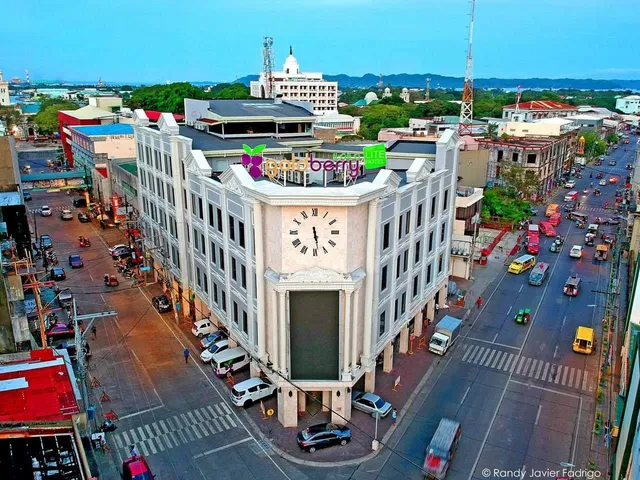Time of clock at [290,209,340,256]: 5:28
